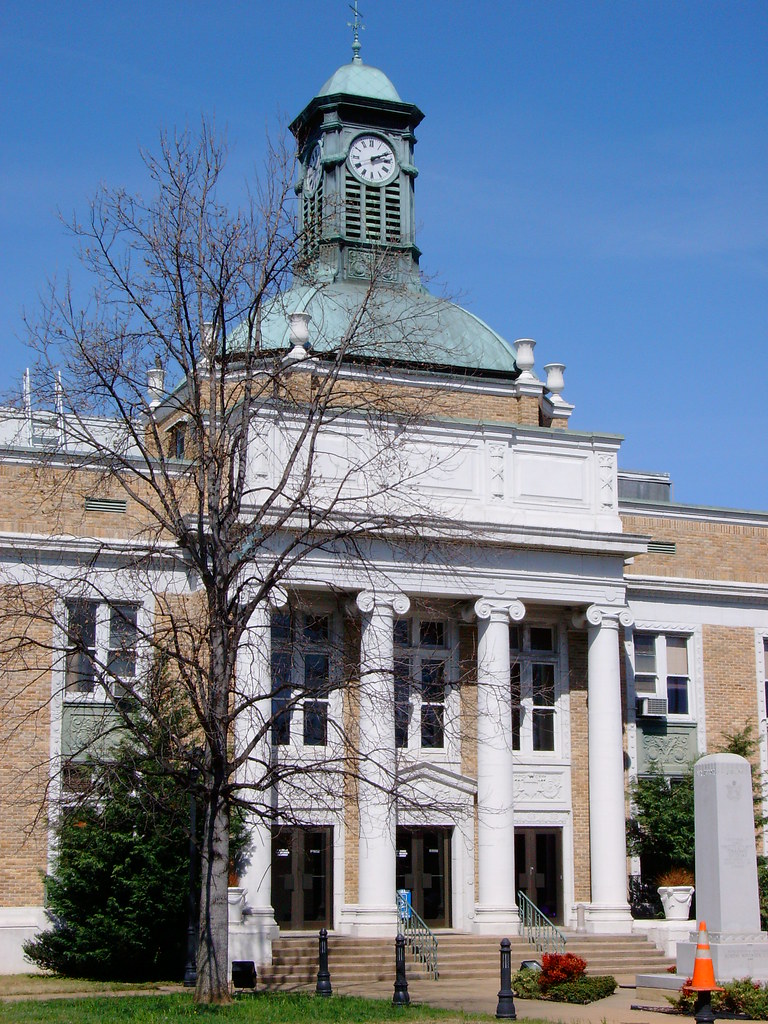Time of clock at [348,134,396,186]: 2:11
